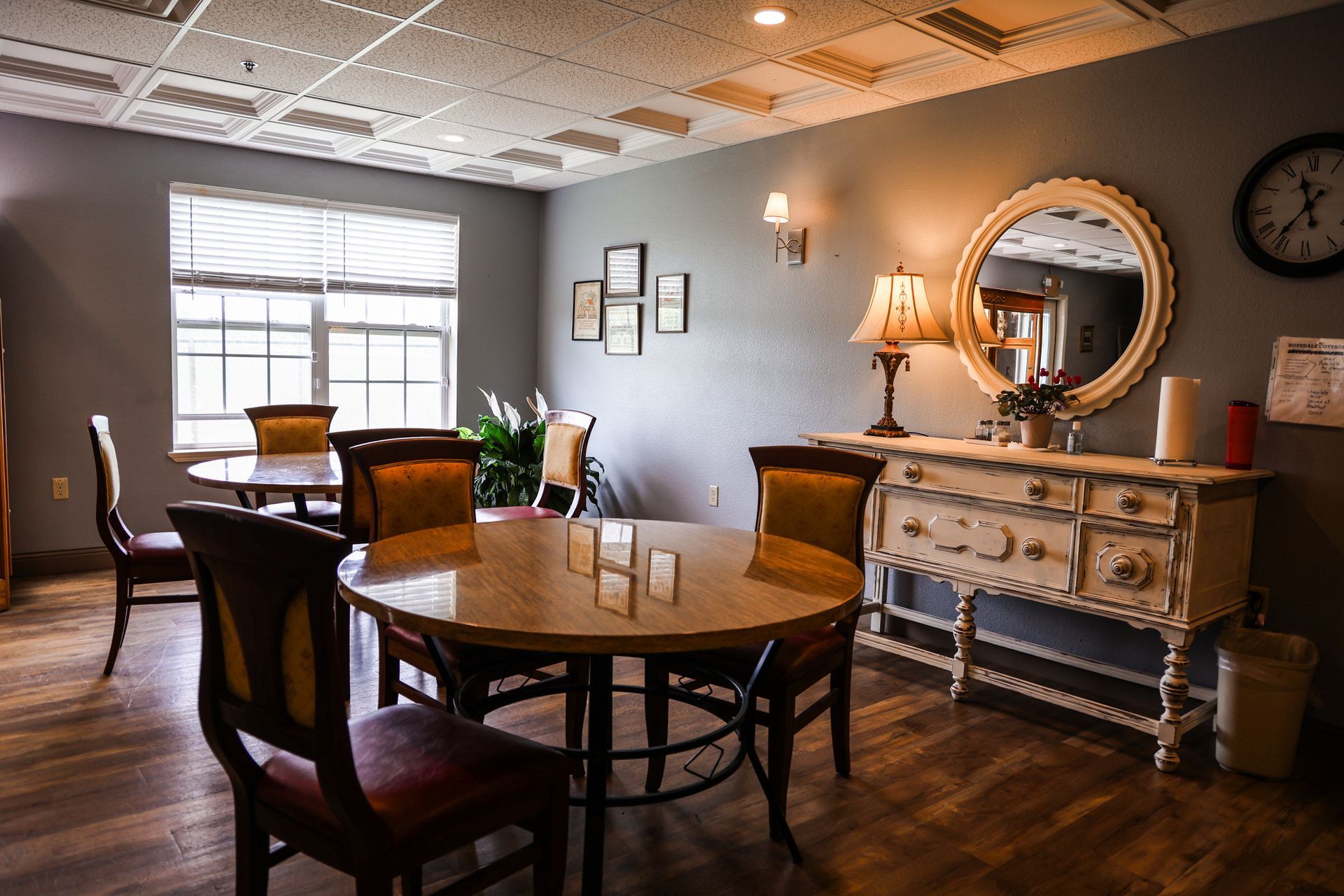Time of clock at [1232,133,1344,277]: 11:36
